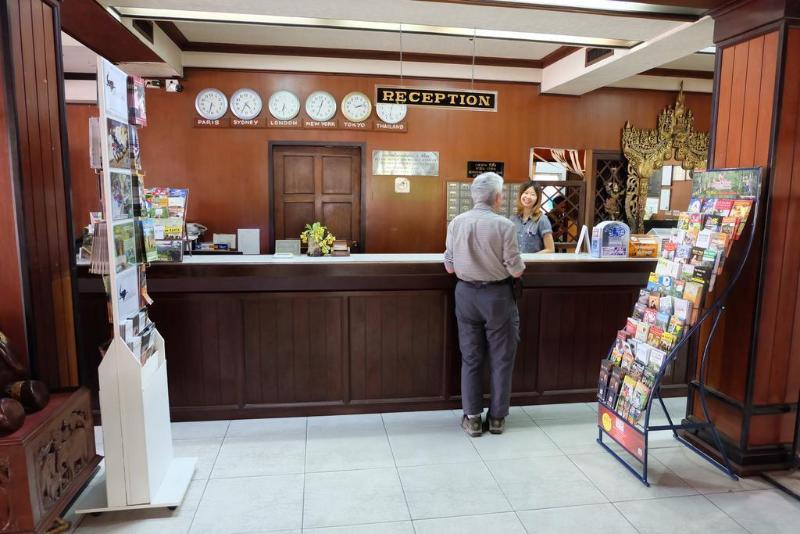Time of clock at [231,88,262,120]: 4:34
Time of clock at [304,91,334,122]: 12:33
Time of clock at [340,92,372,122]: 2:12
